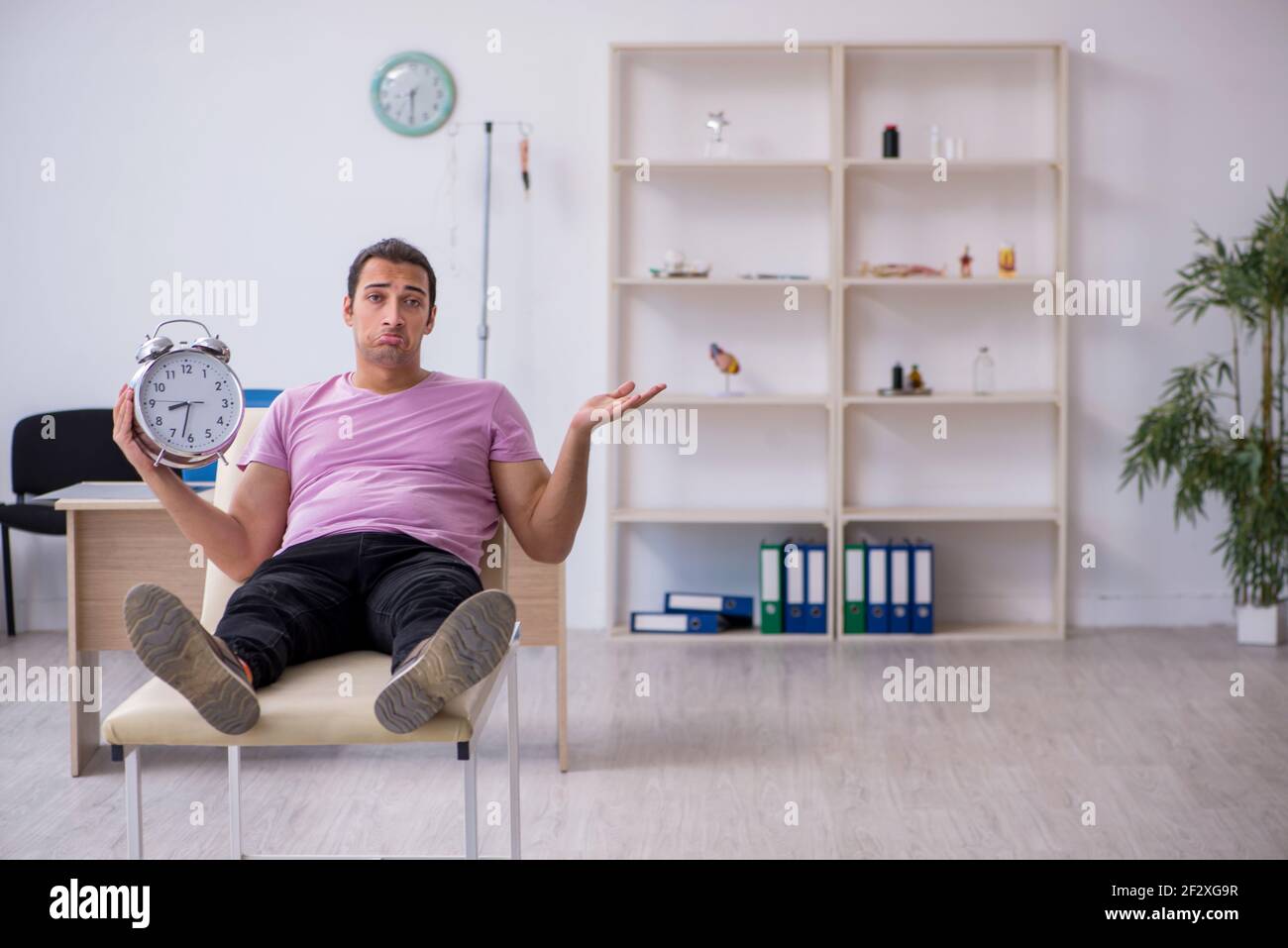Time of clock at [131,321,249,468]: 8:32
